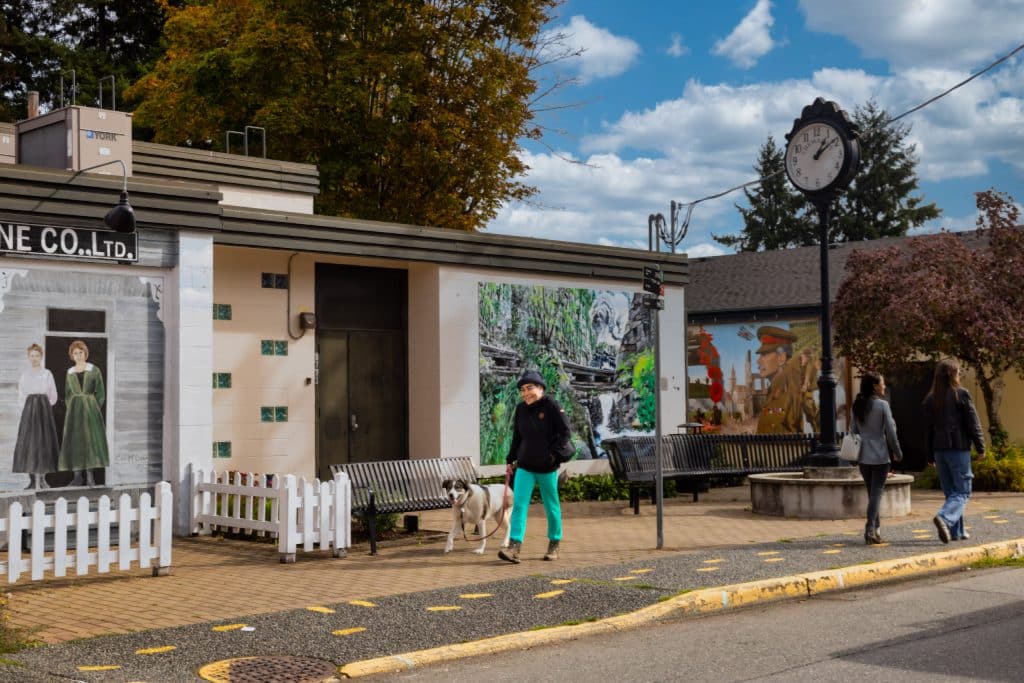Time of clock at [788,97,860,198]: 1:09
